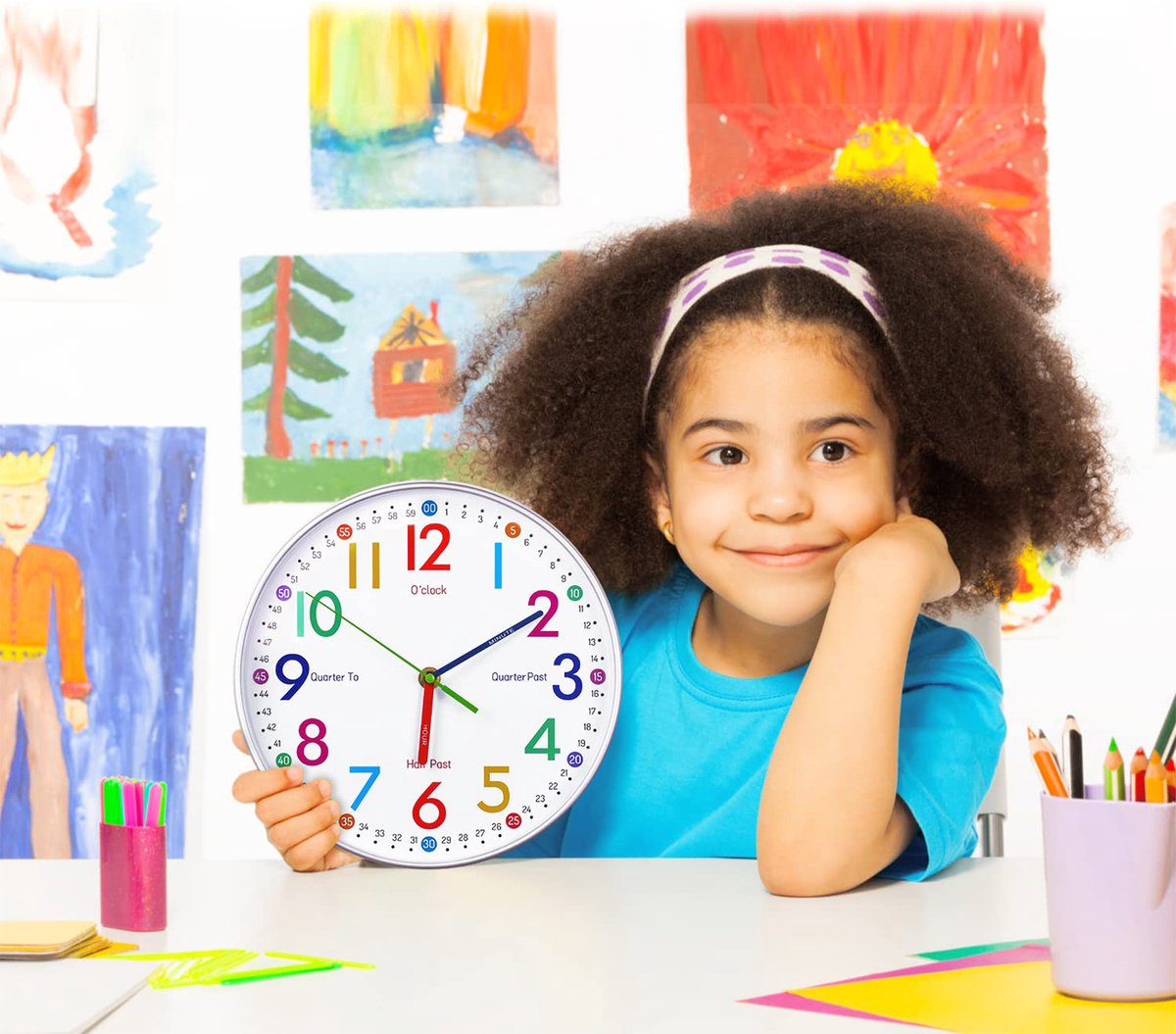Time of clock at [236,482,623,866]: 6:10
